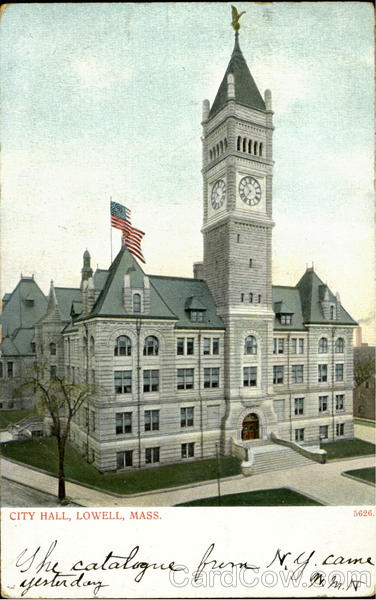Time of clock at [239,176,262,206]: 10:36
